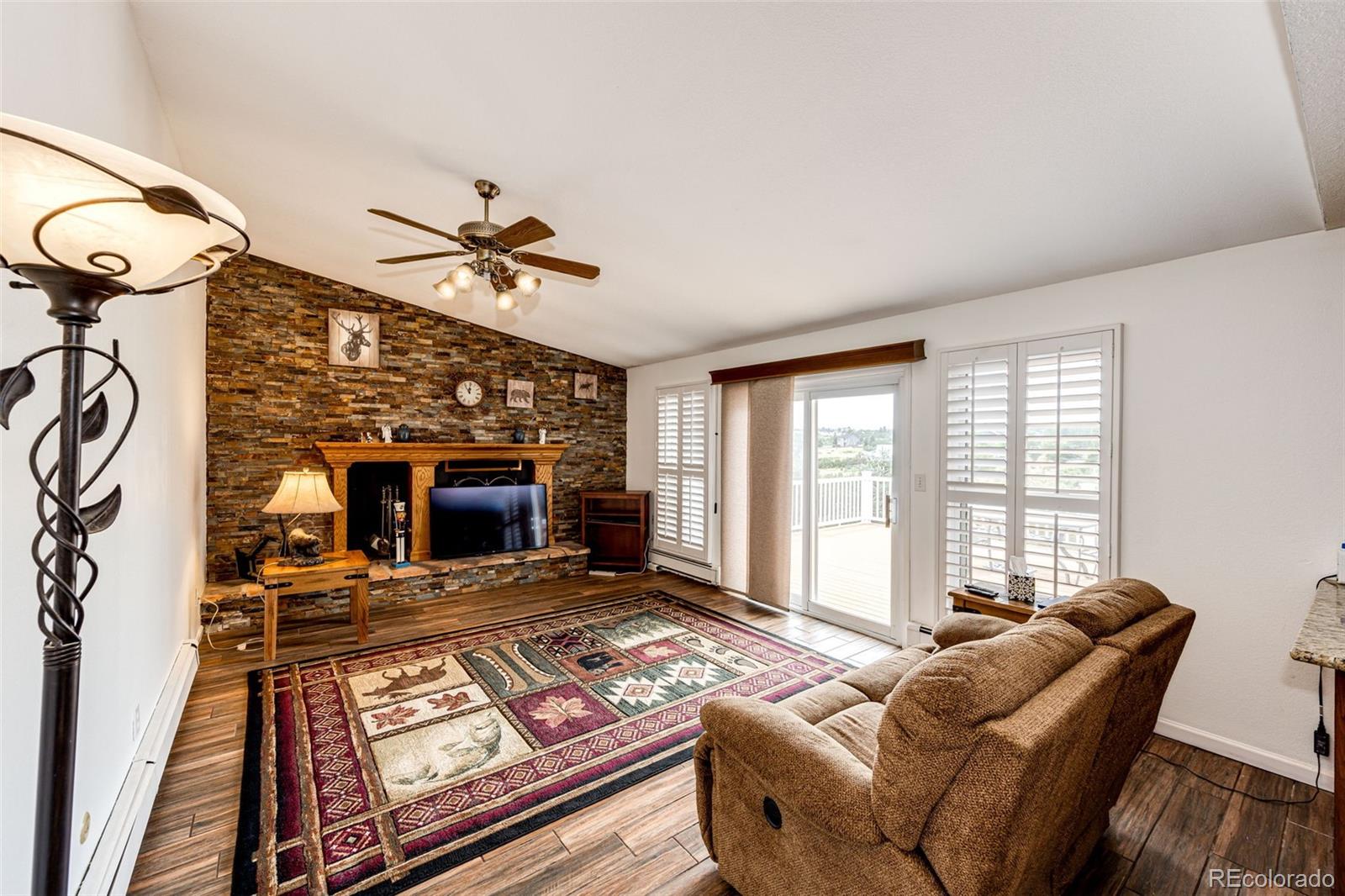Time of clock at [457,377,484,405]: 11:53
